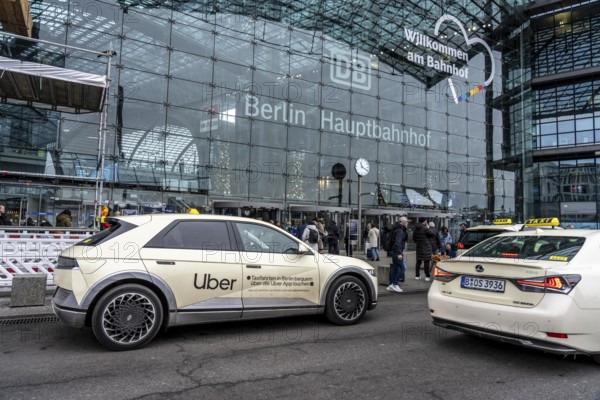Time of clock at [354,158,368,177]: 11:19
